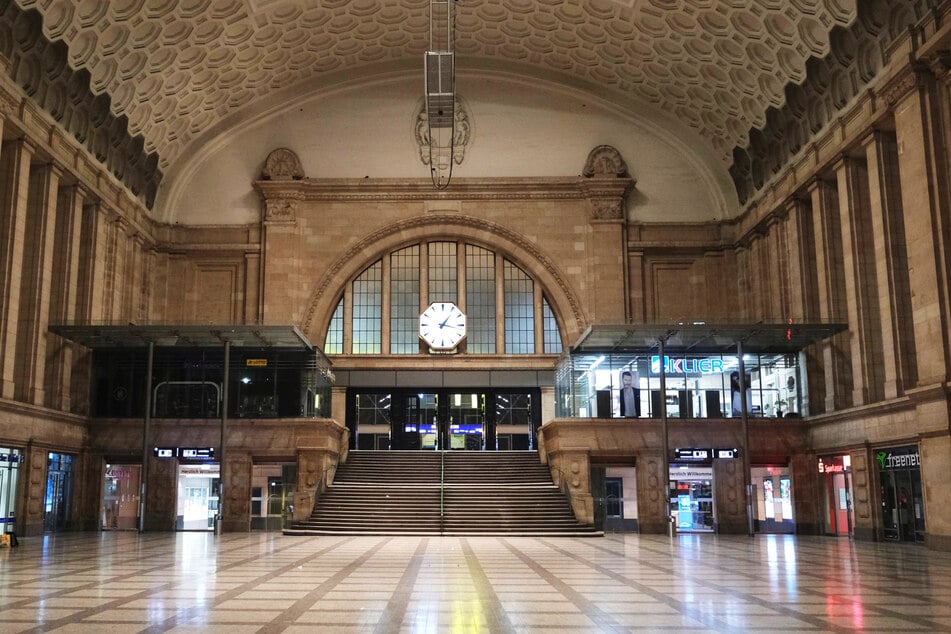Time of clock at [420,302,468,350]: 1:16
